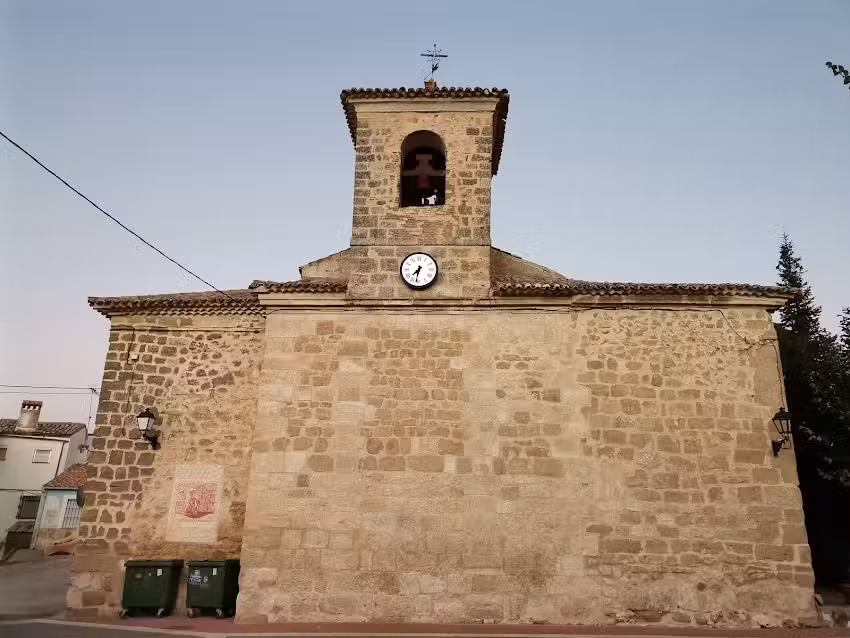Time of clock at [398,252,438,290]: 7:31
